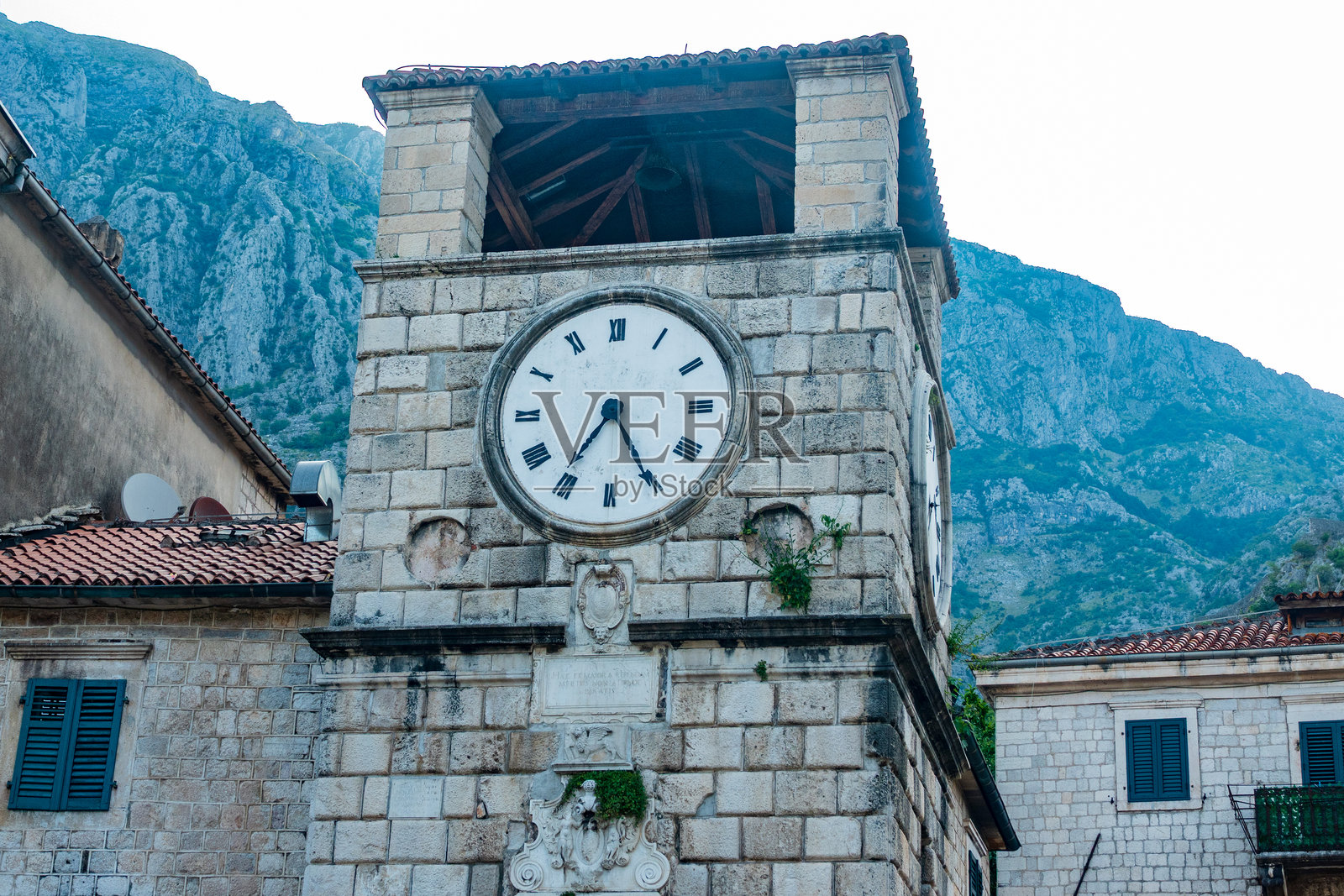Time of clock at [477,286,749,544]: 7:25
